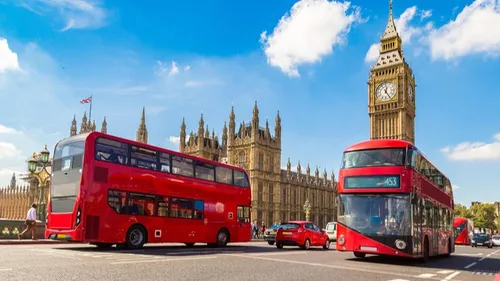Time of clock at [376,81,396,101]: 12:24
